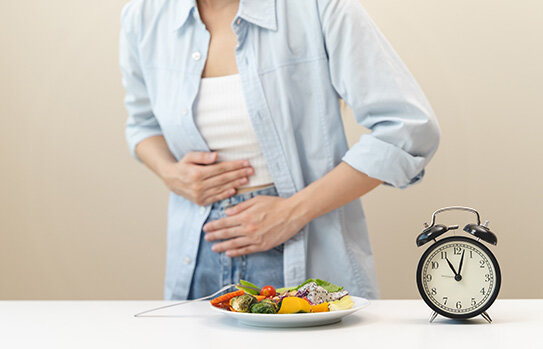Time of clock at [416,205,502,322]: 11:02
